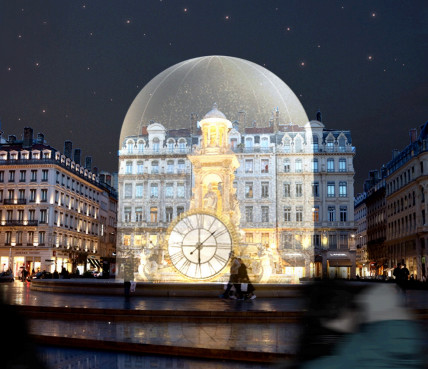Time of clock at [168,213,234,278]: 6:08
